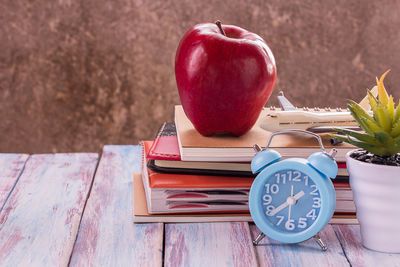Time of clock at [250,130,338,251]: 1:38
